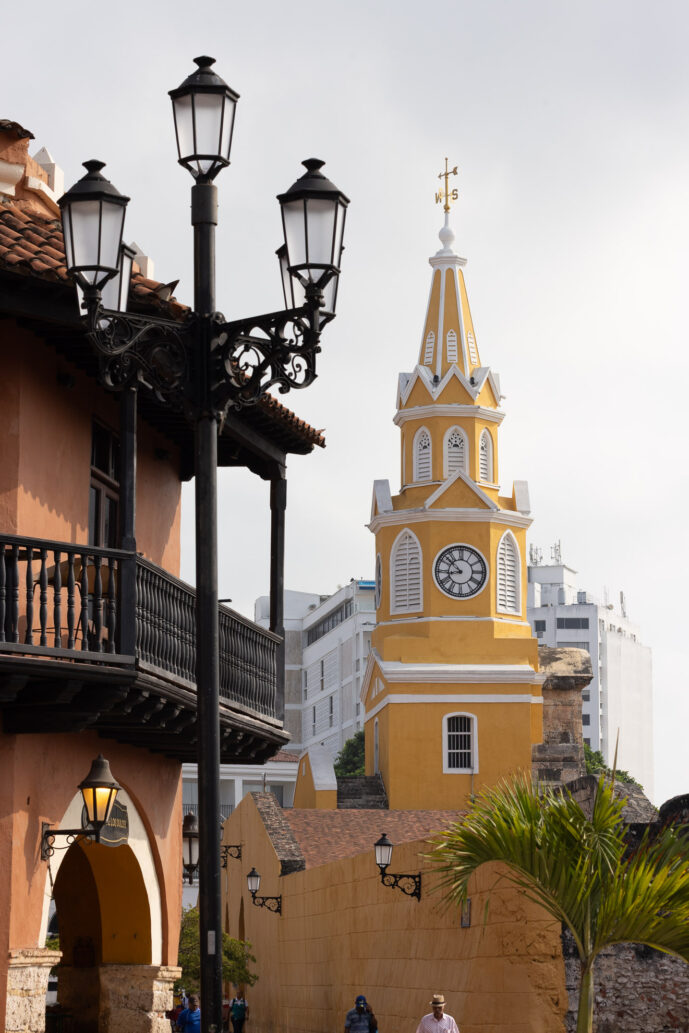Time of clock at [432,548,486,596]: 8:52
